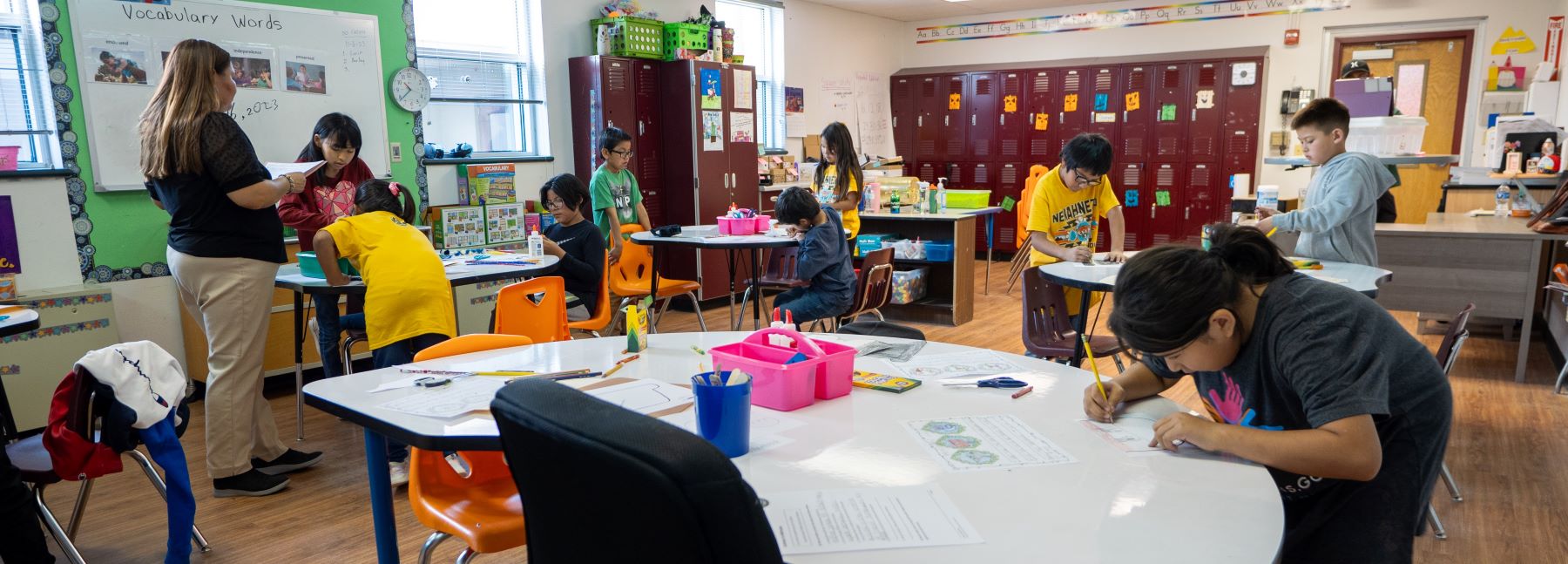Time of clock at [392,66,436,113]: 10:38
